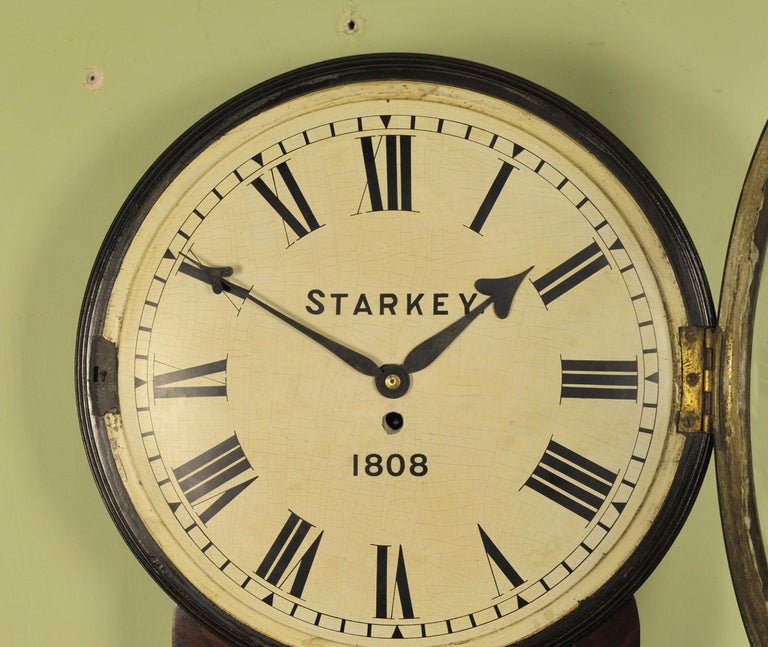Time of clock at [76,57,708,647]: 1:50
